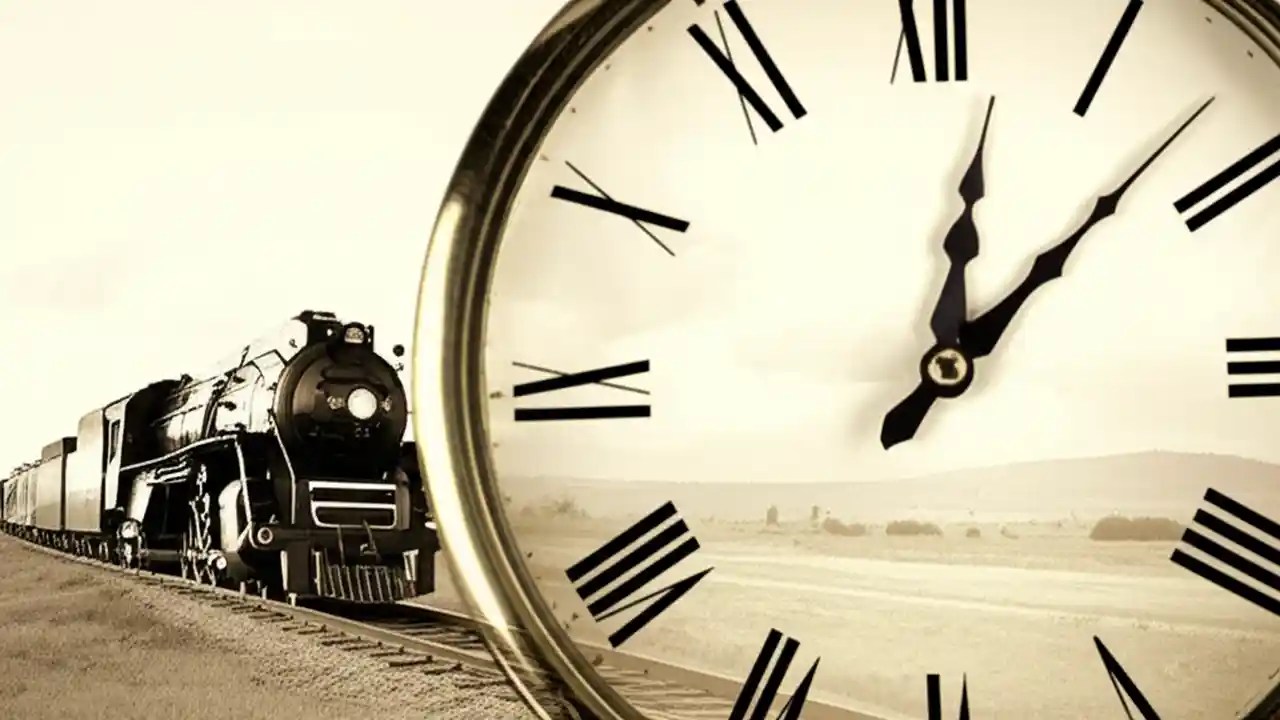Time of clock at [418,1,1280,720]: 12:07
